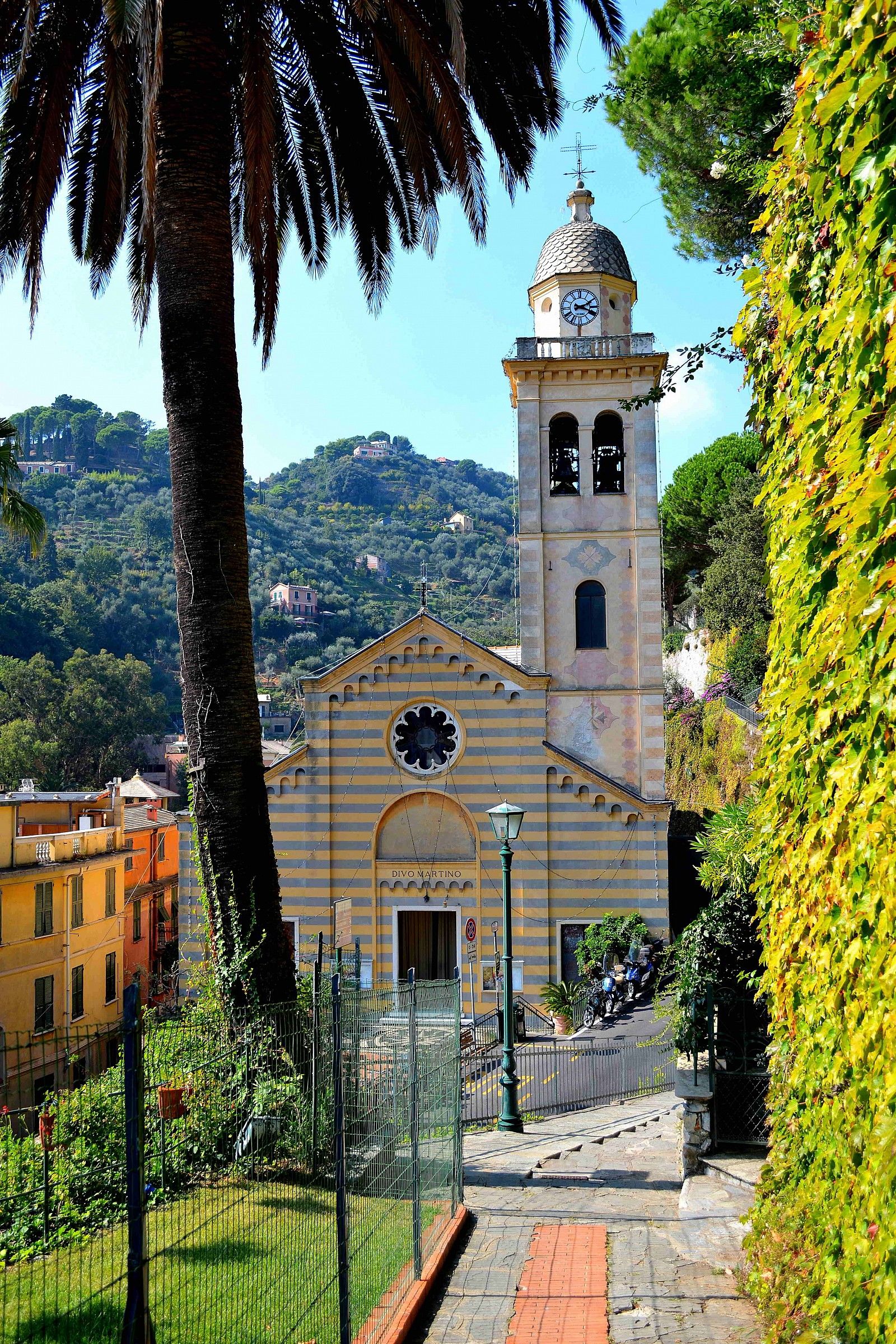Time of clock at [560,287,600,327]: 2:18
